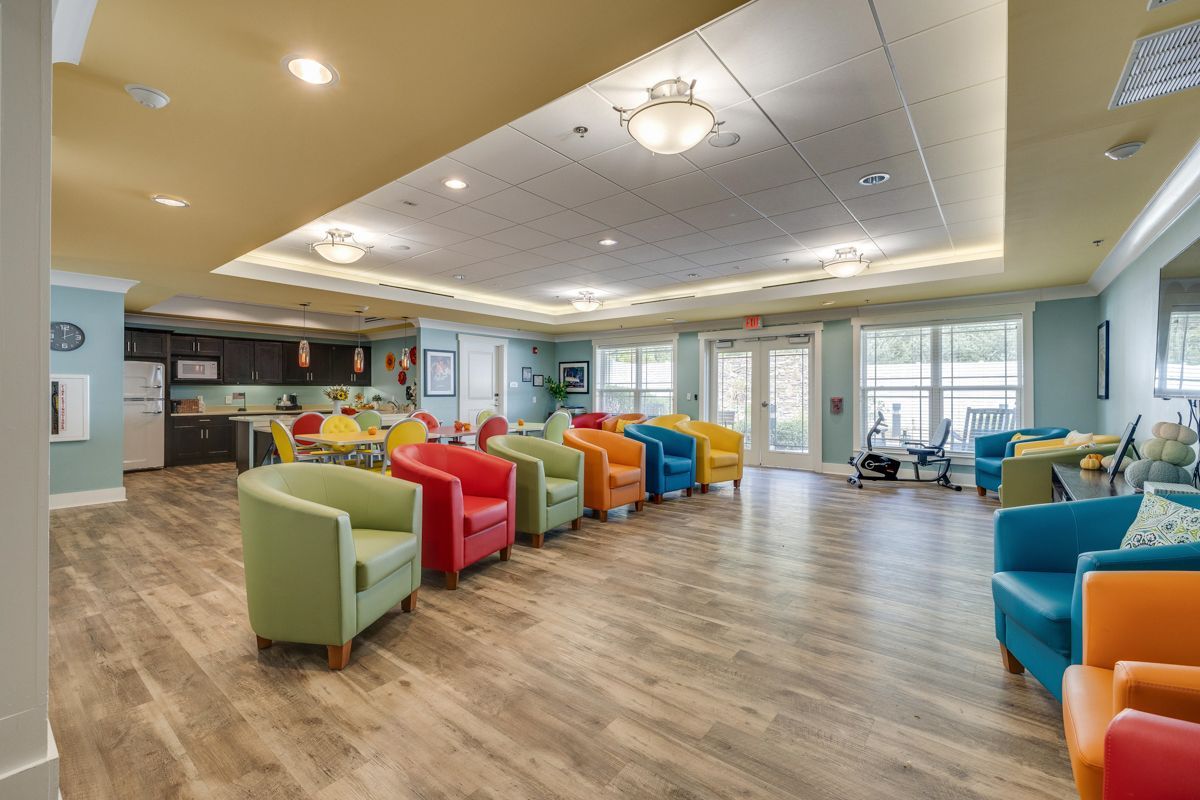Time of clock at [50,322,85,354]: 2:00
